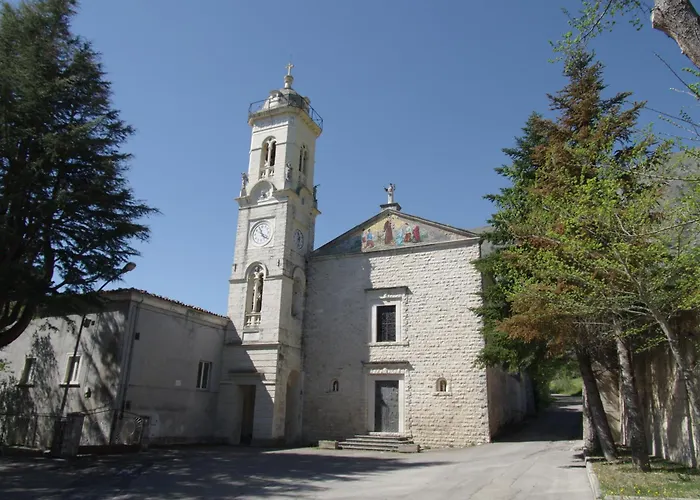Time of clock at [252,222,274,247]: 11:21
